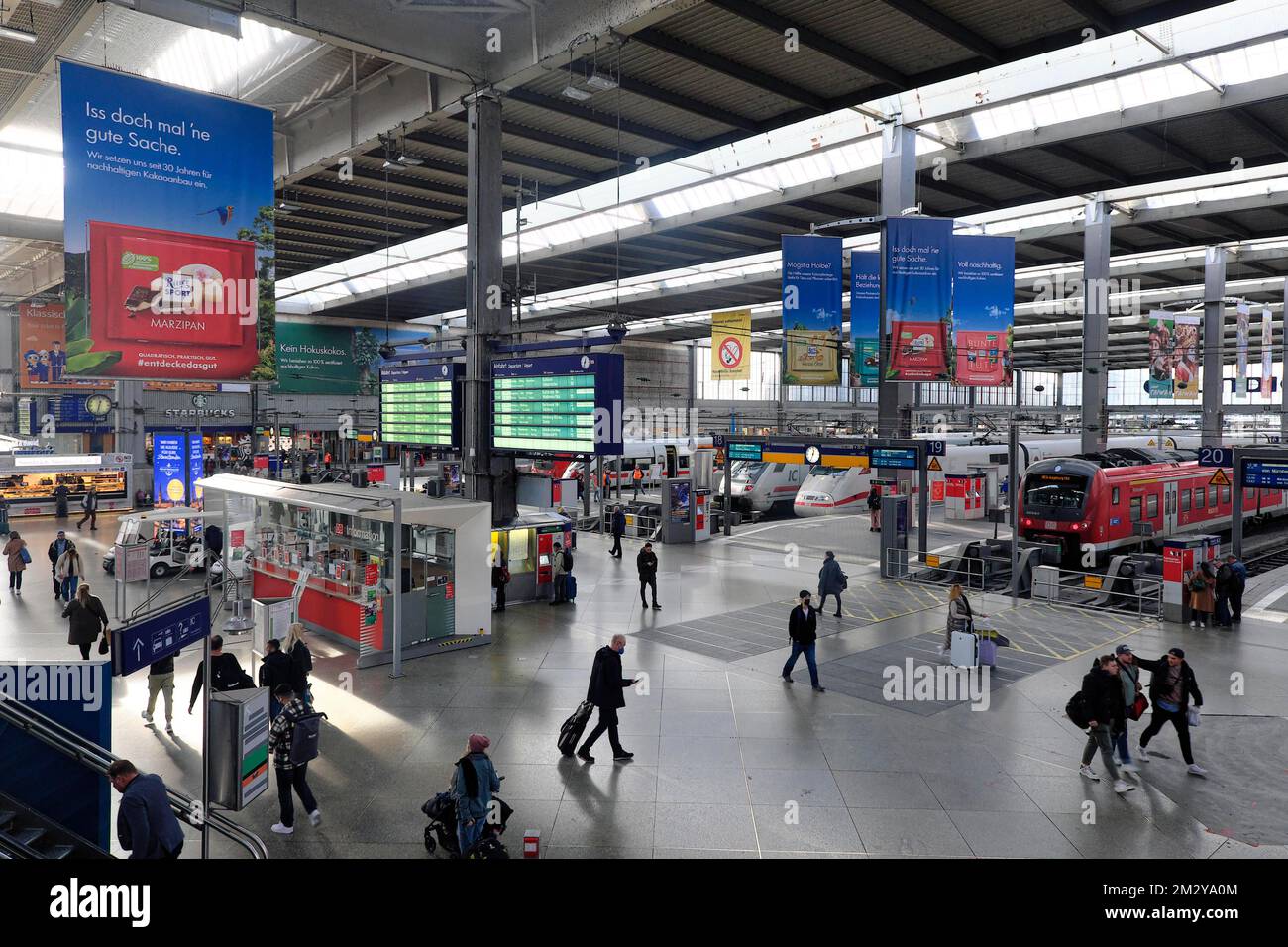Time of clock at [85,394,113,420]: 12:32
